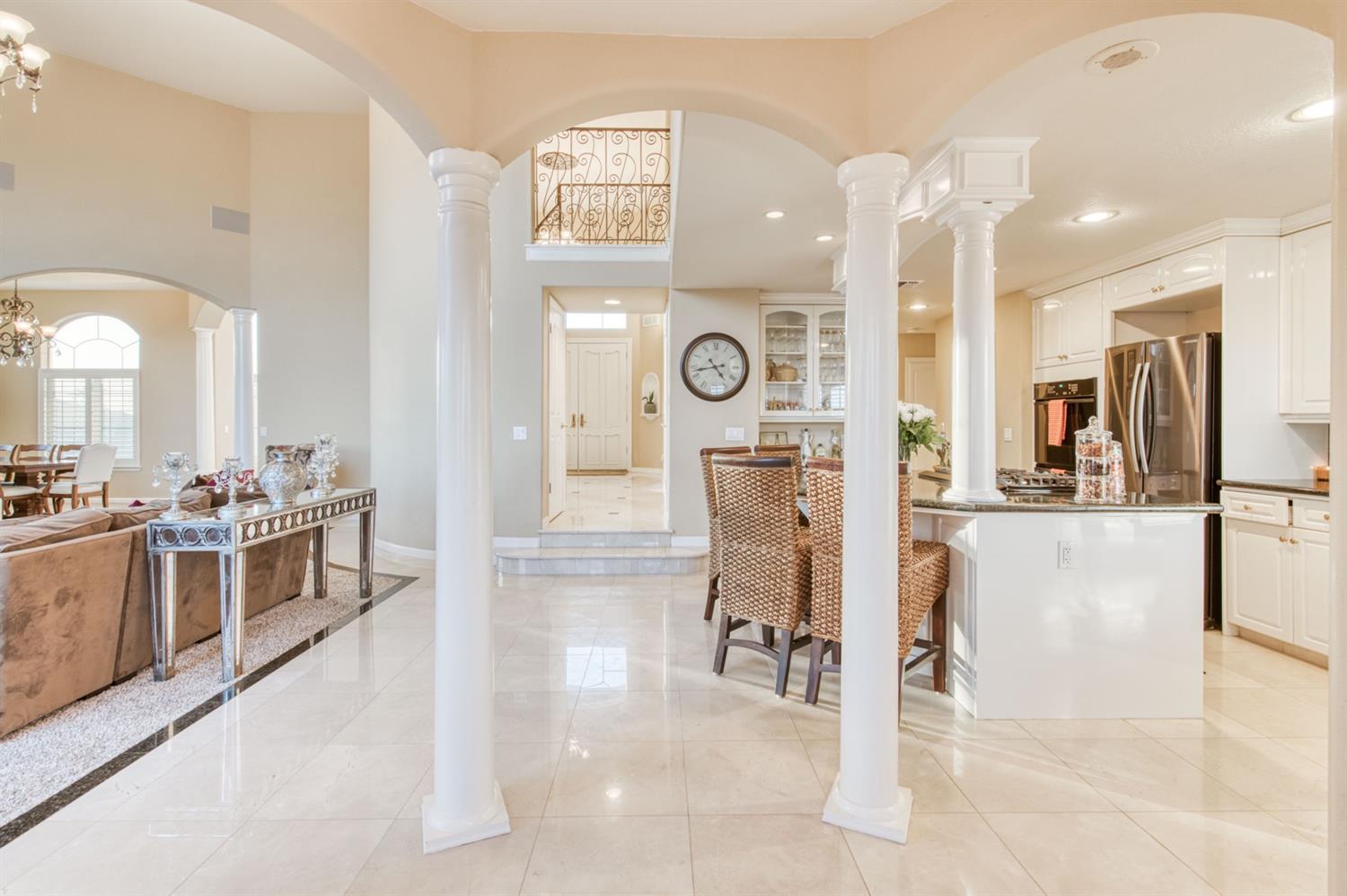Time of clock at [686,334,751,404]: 4:42
